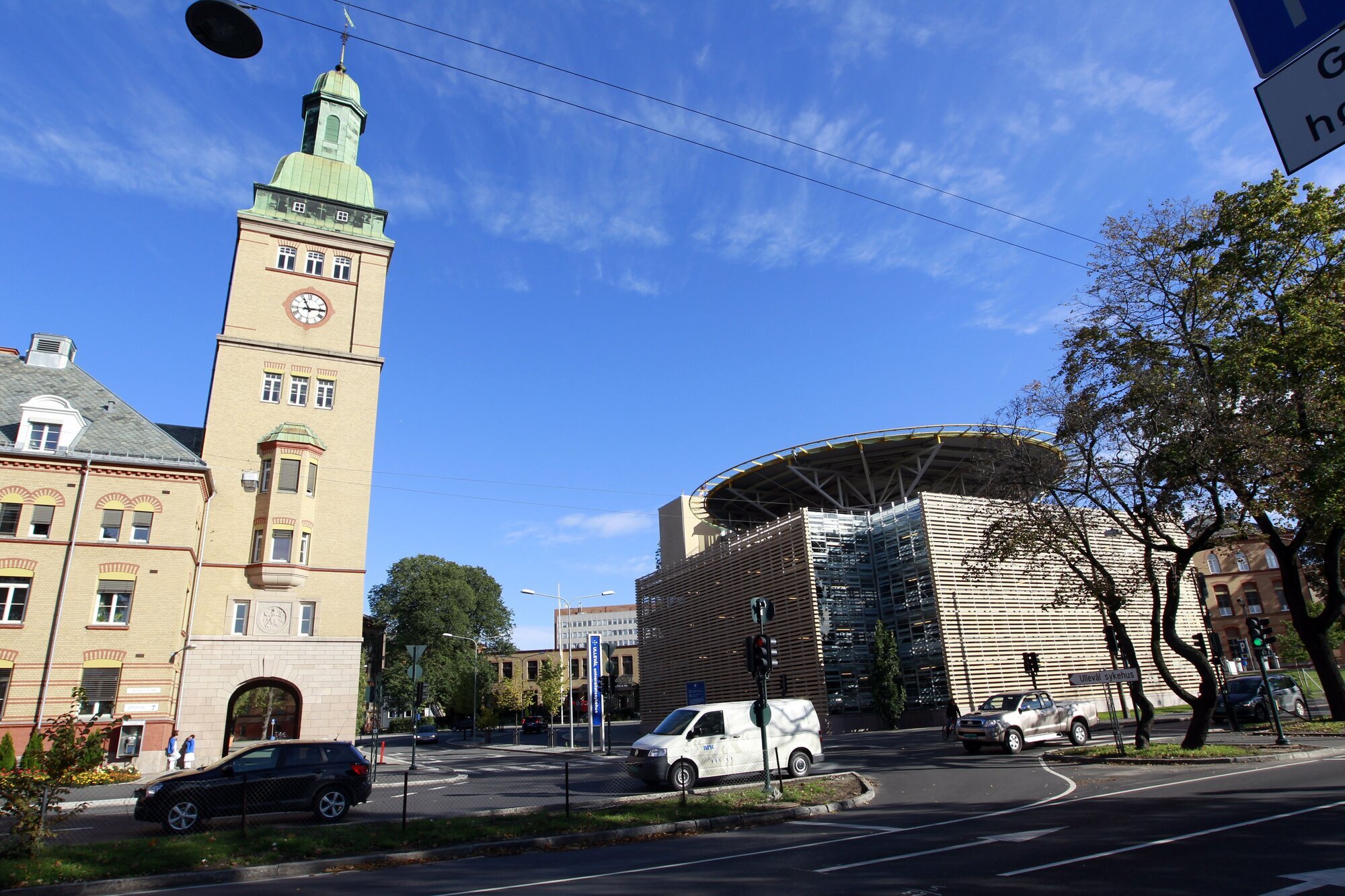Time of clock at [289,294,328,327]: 2:55
